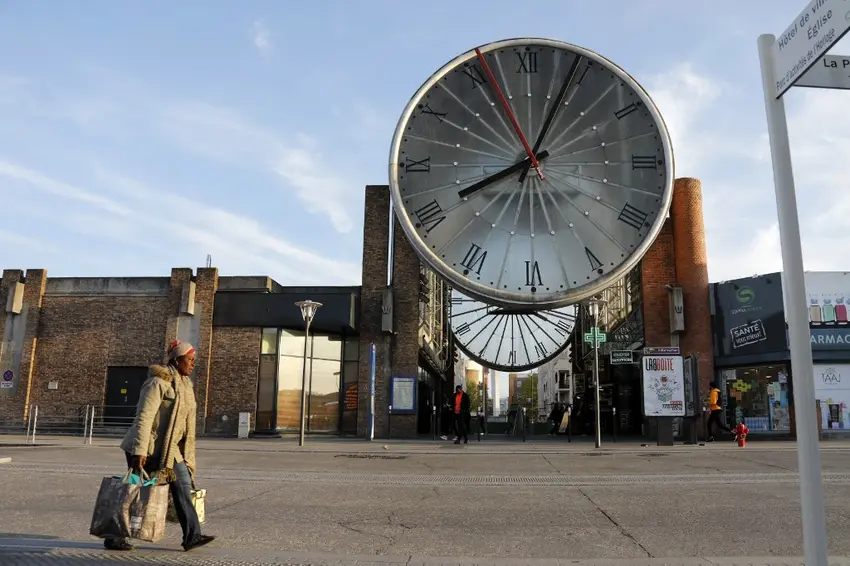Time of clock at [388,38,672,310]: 8:04
